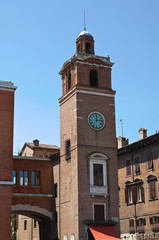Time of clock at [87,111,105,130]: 12:13
